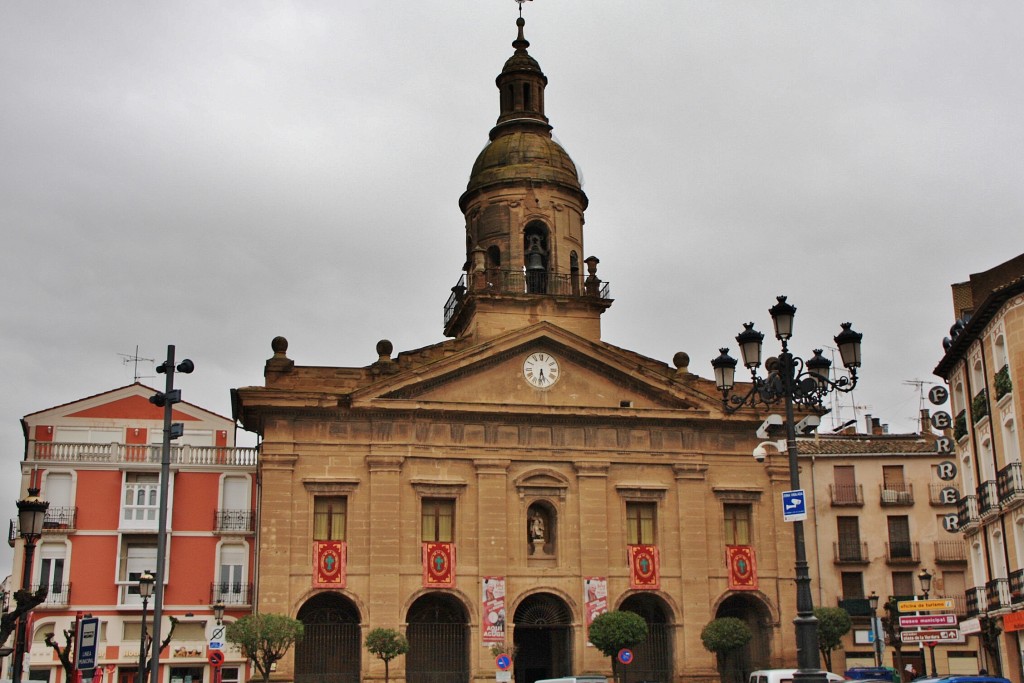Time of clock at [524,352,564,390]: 5:31
